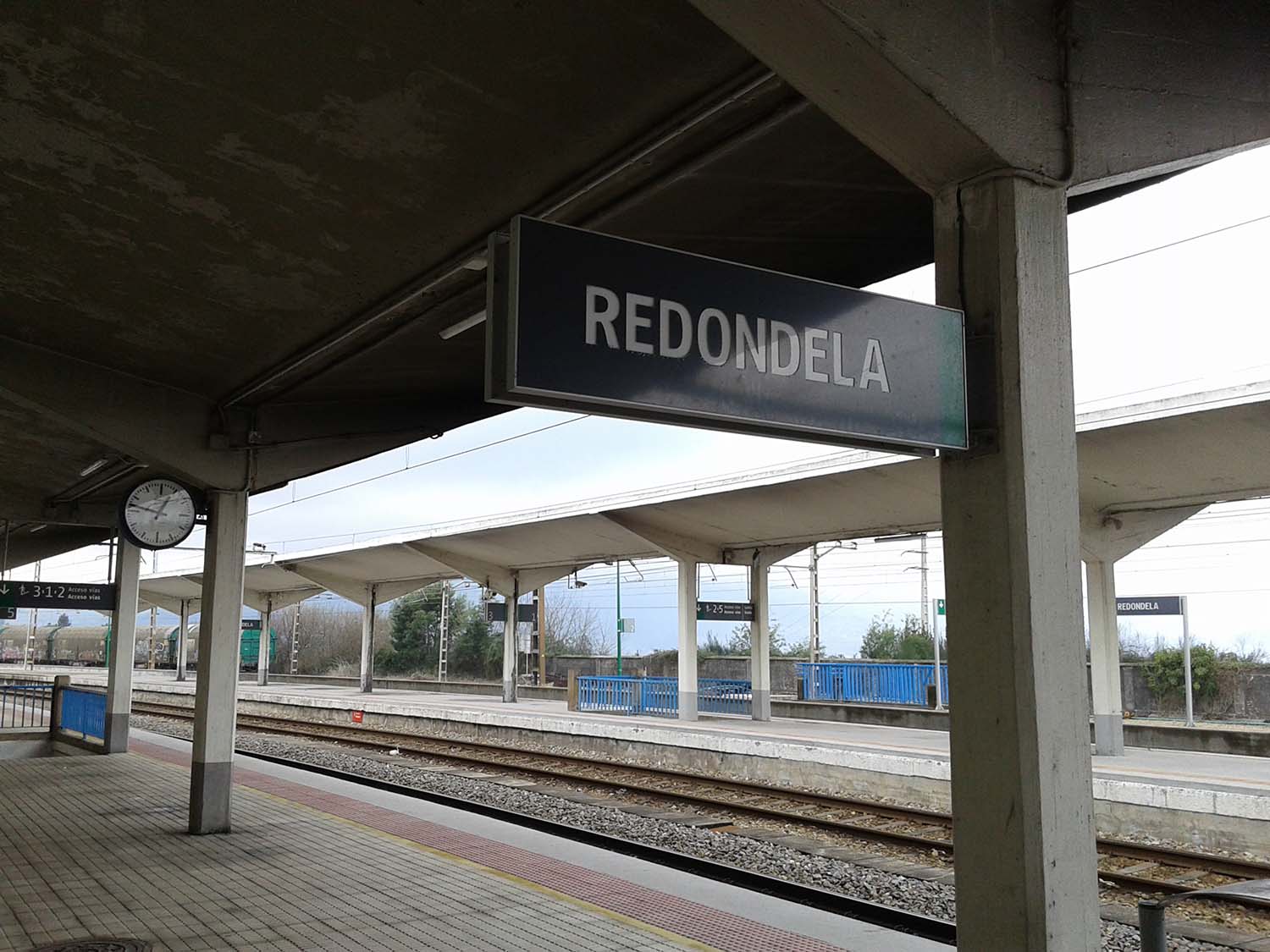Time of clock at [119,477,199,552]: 12:47
